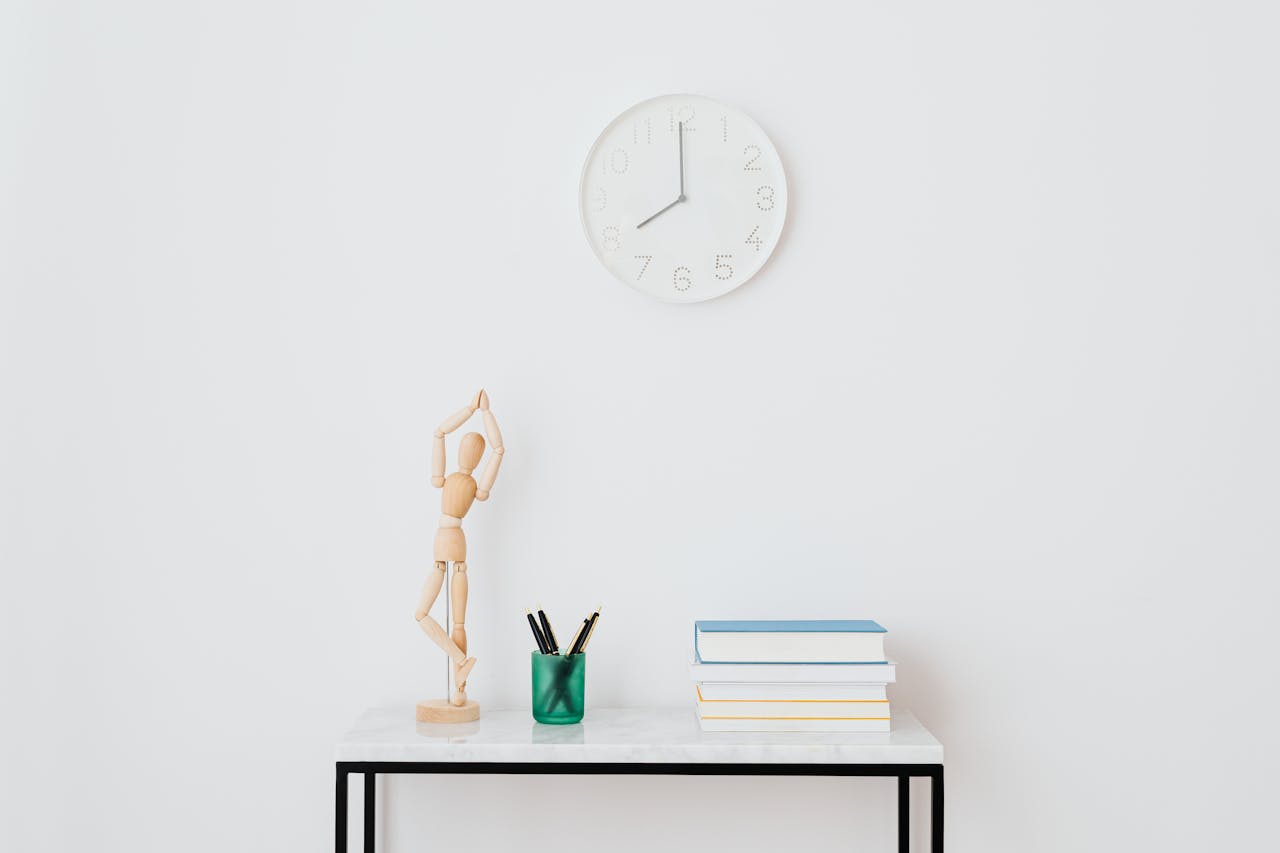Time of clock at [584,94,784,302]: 7:59
